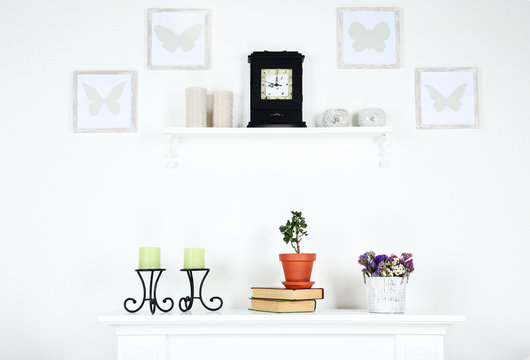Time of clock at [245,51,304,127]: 9:00
